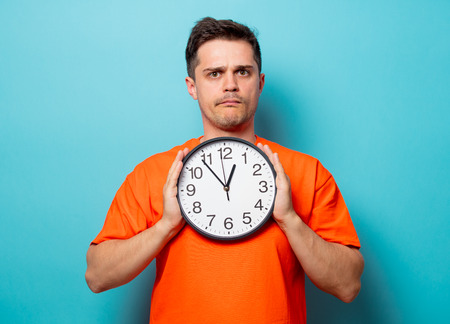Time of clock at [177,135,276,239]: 12:53
